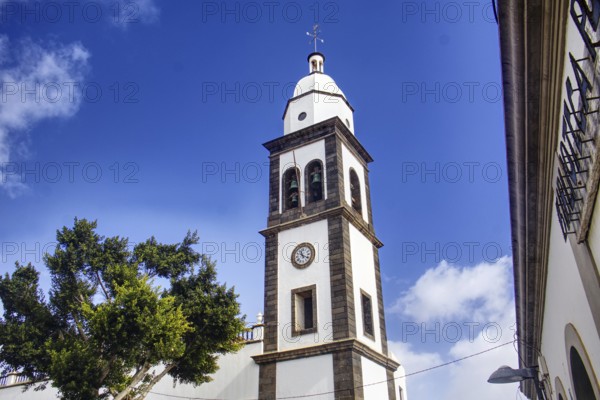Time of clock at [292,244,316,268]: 11:19
